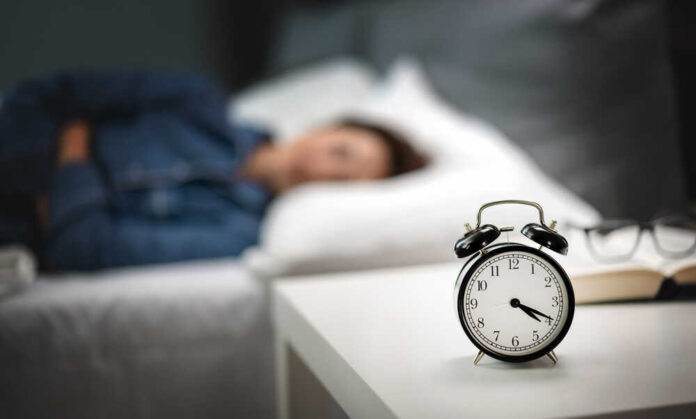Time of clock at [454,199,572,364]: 4:19
